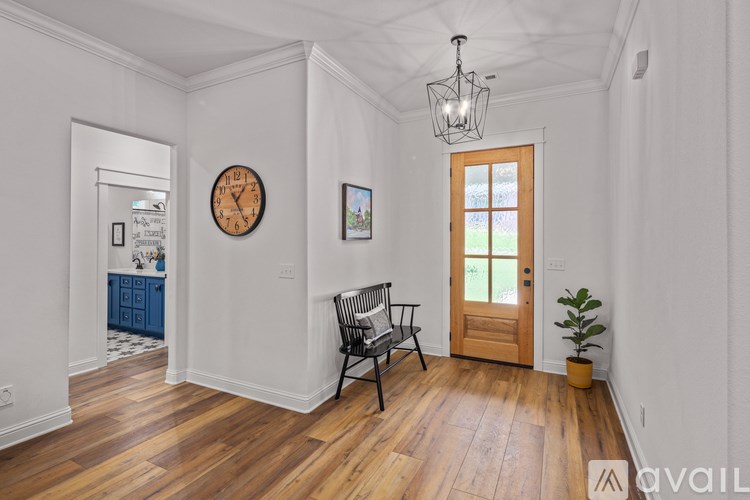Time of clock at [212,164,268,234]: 1:24
